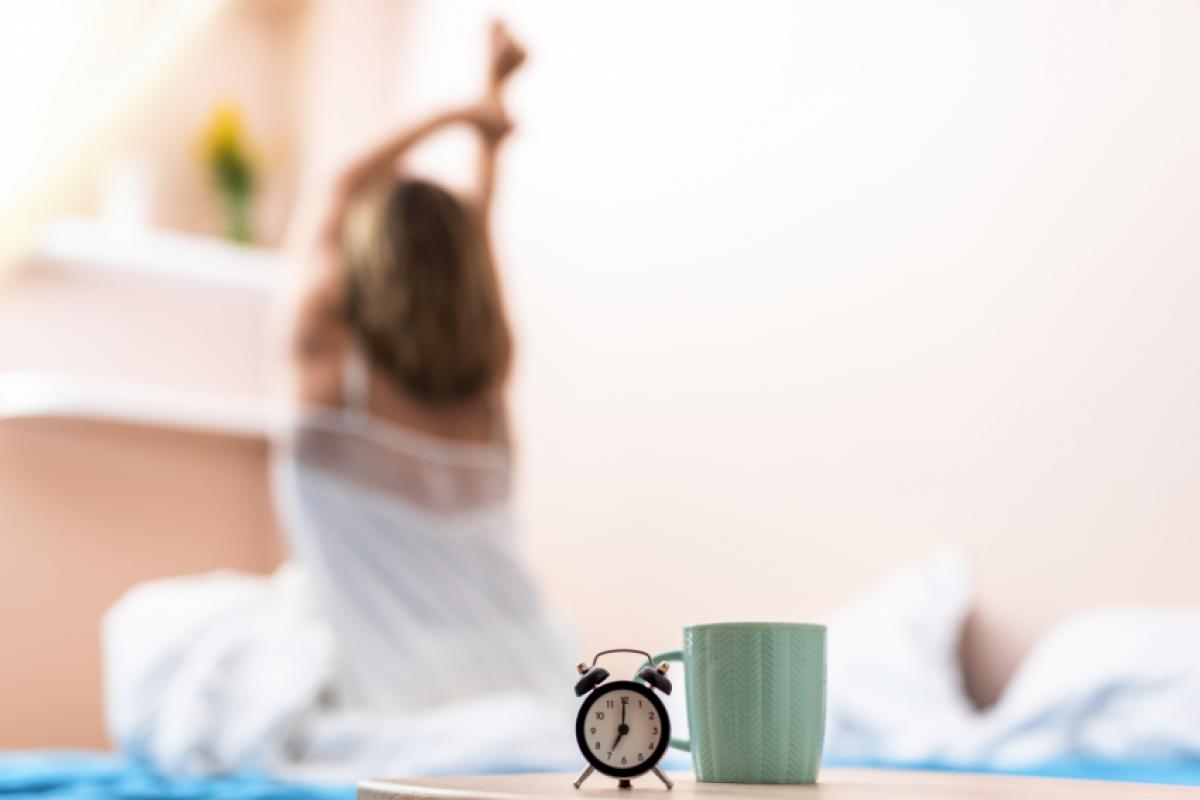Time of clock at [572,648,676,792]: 7:00
